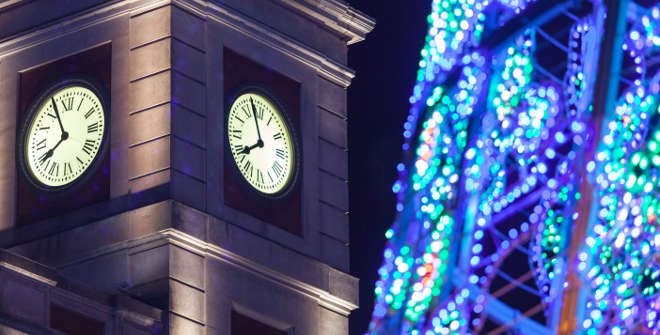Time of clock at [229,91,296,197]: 7:57
